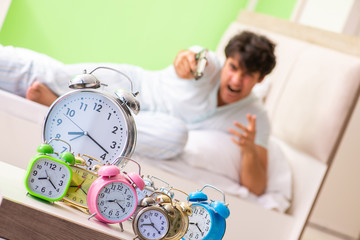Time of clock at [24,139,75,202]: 8:20
